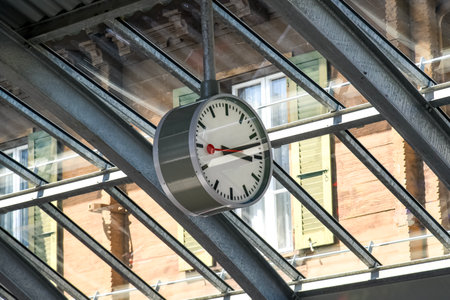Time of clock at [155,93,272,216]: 3:12
